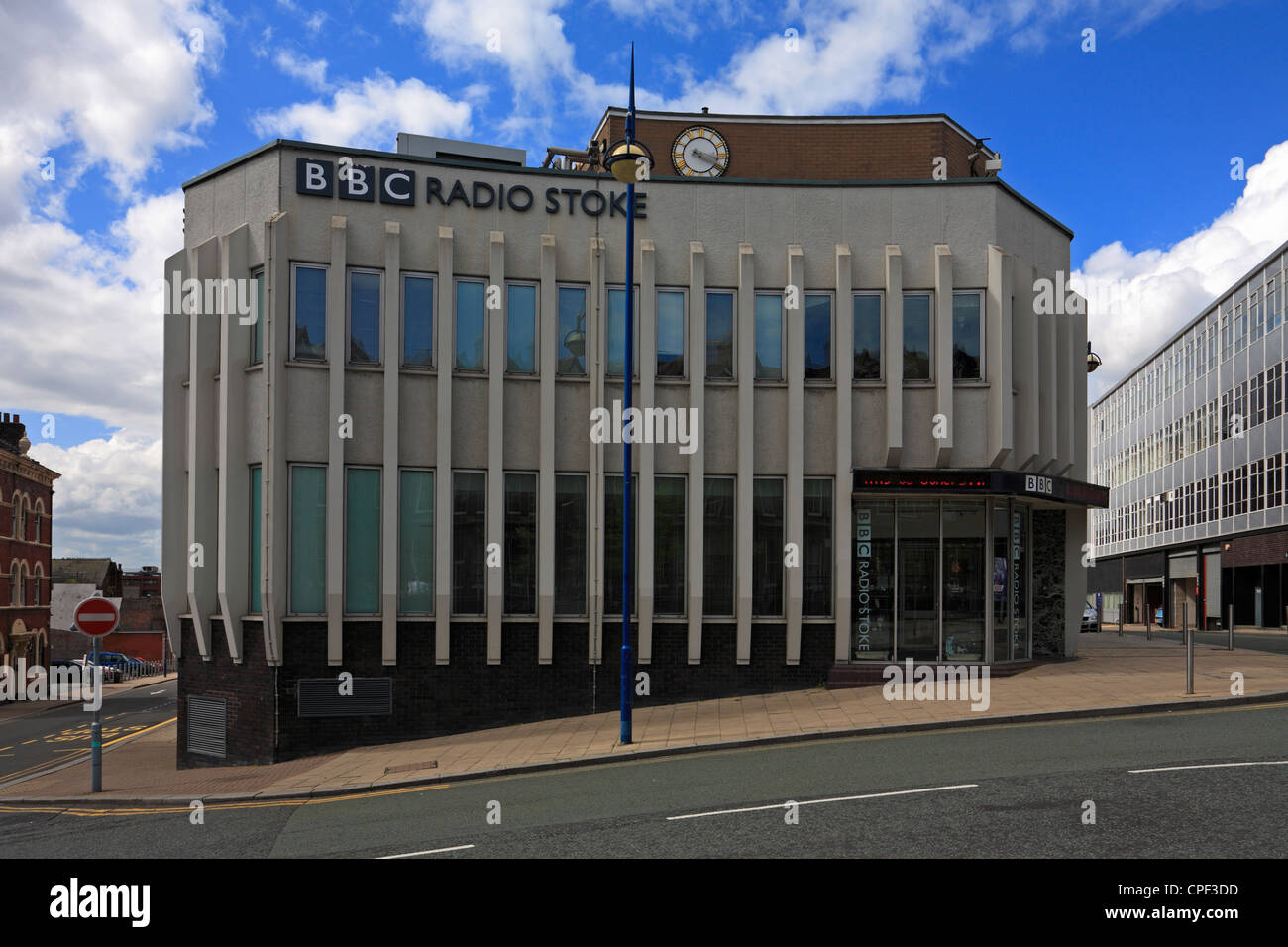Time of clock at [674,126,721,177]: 4:18
